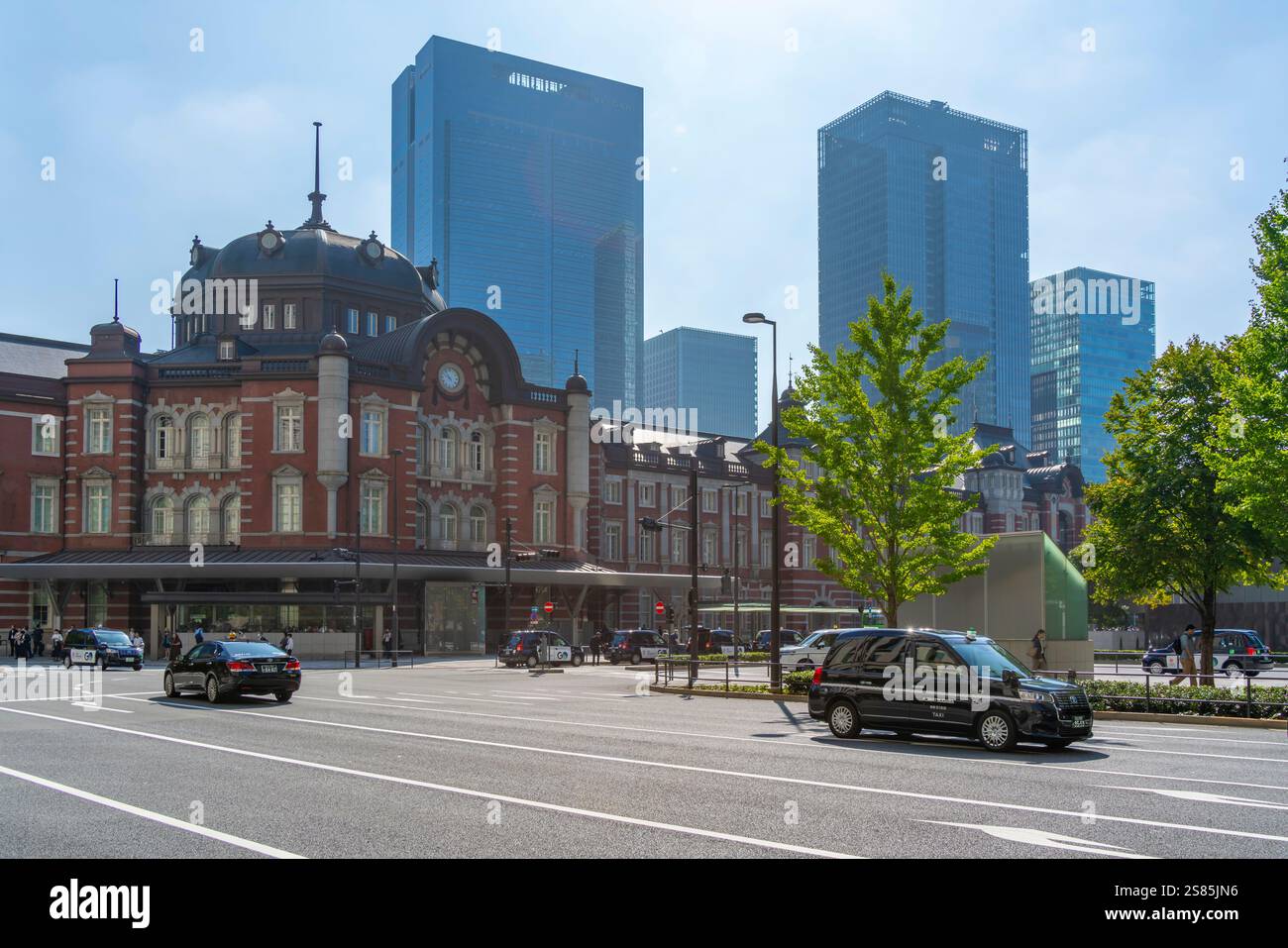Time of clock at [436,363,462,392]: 9:53
